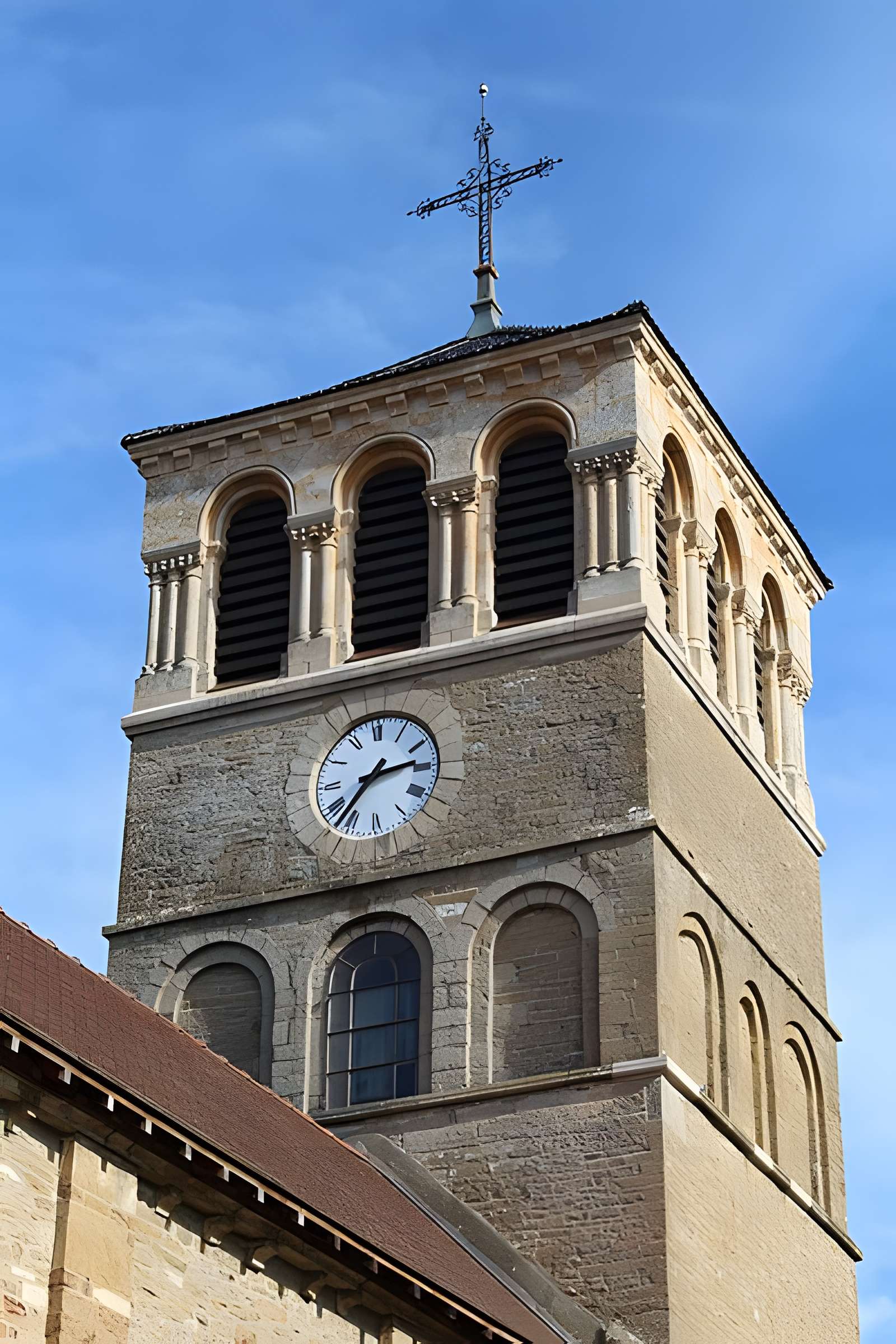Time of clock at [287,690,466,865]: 2:36
